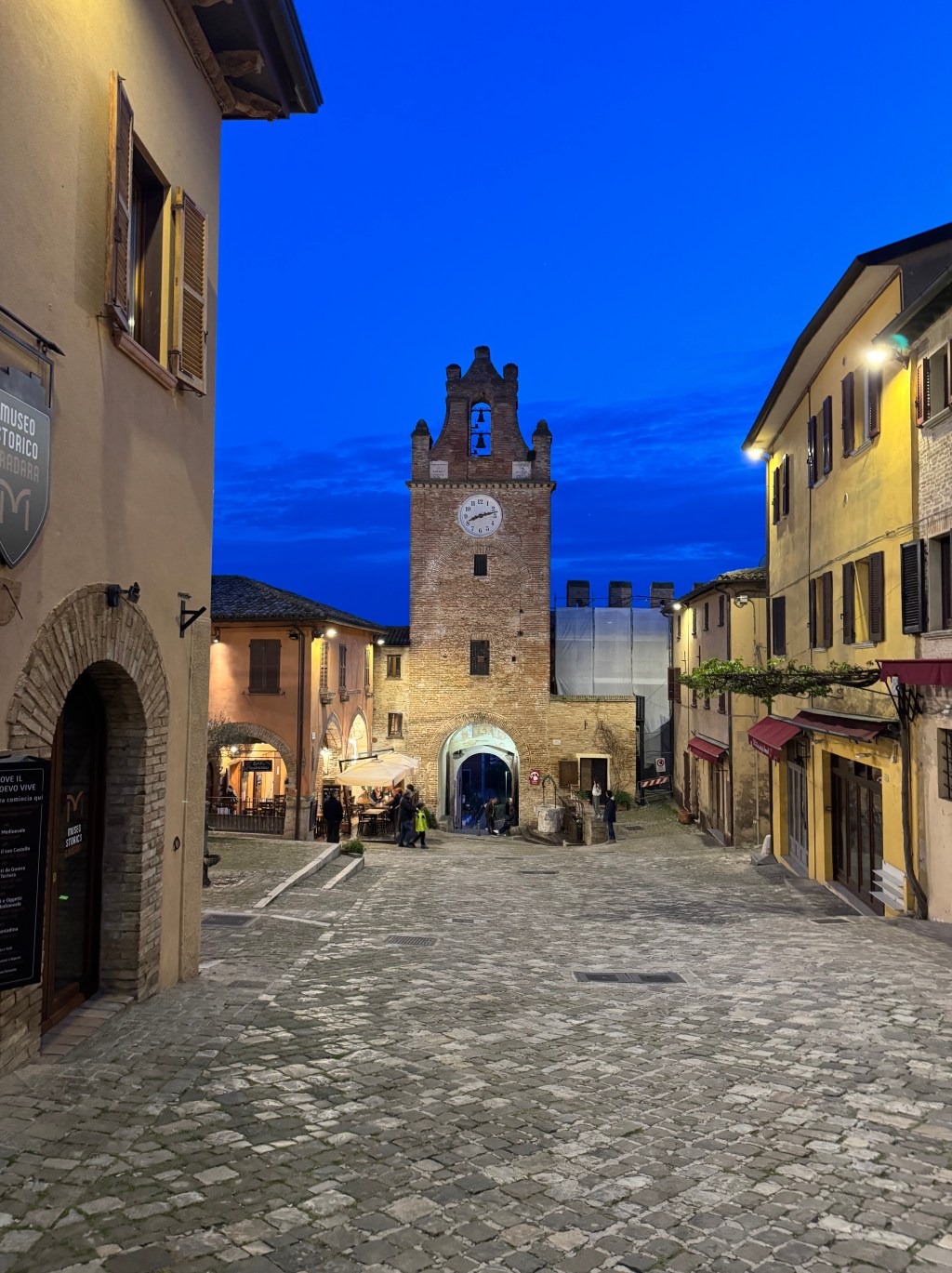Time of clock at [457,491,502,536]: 8:12
